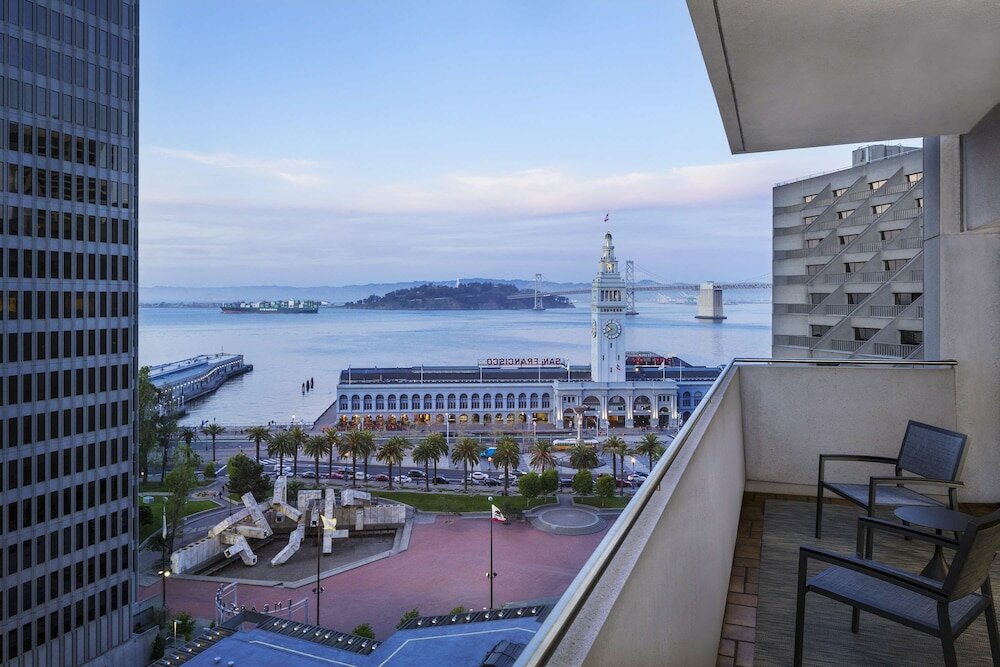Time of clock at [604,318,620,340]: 7:52
